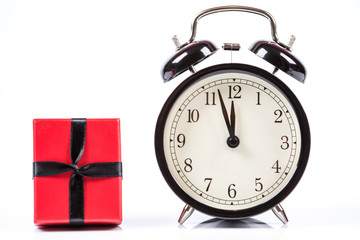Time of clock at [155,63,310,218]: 11:57
